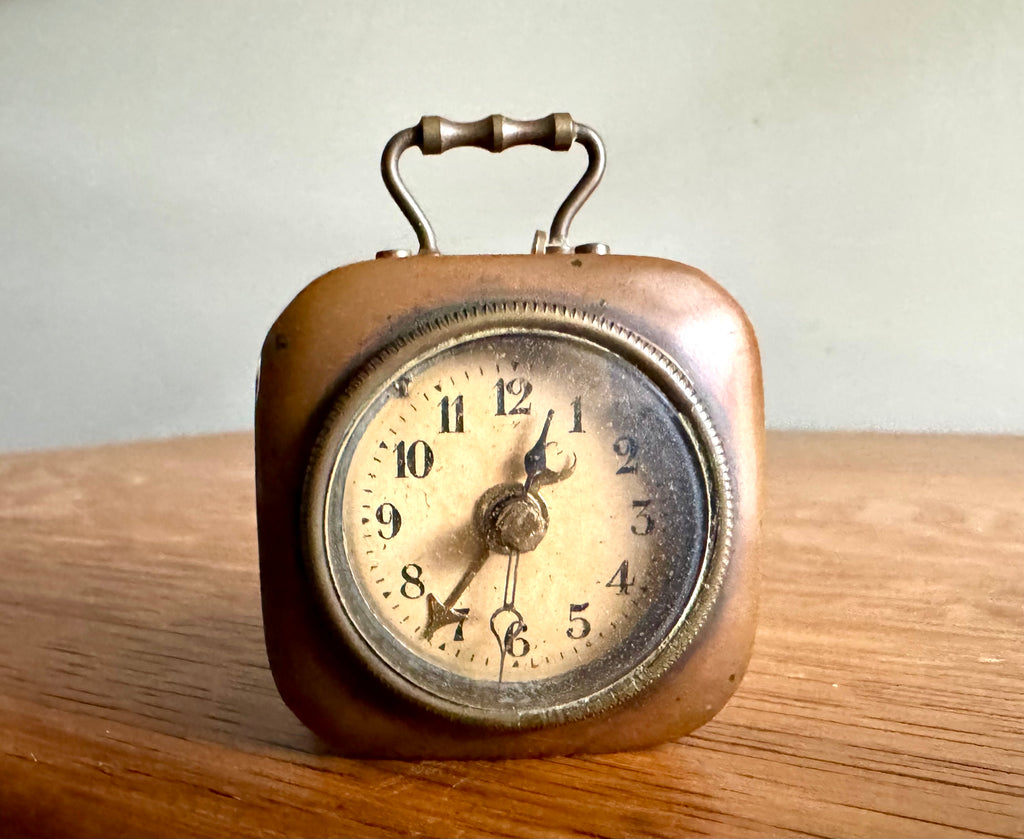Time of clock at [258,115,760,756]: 12:35
